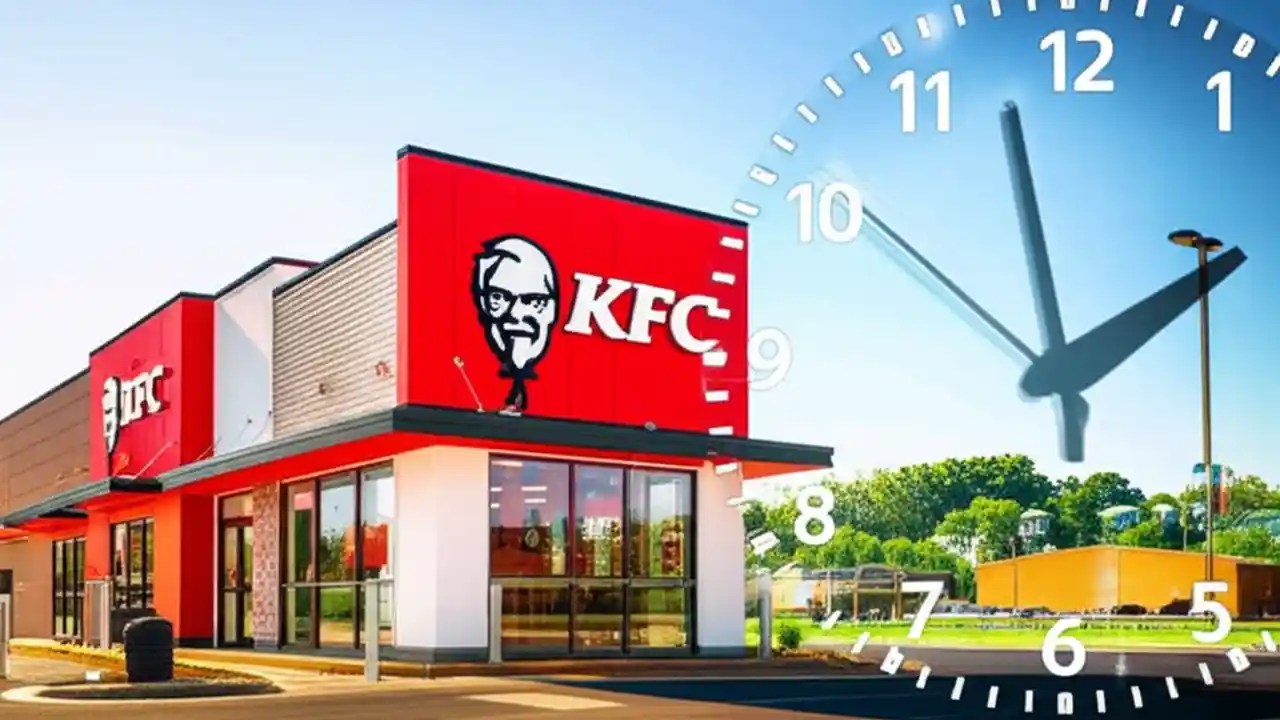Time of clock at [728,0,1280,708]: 1:57
